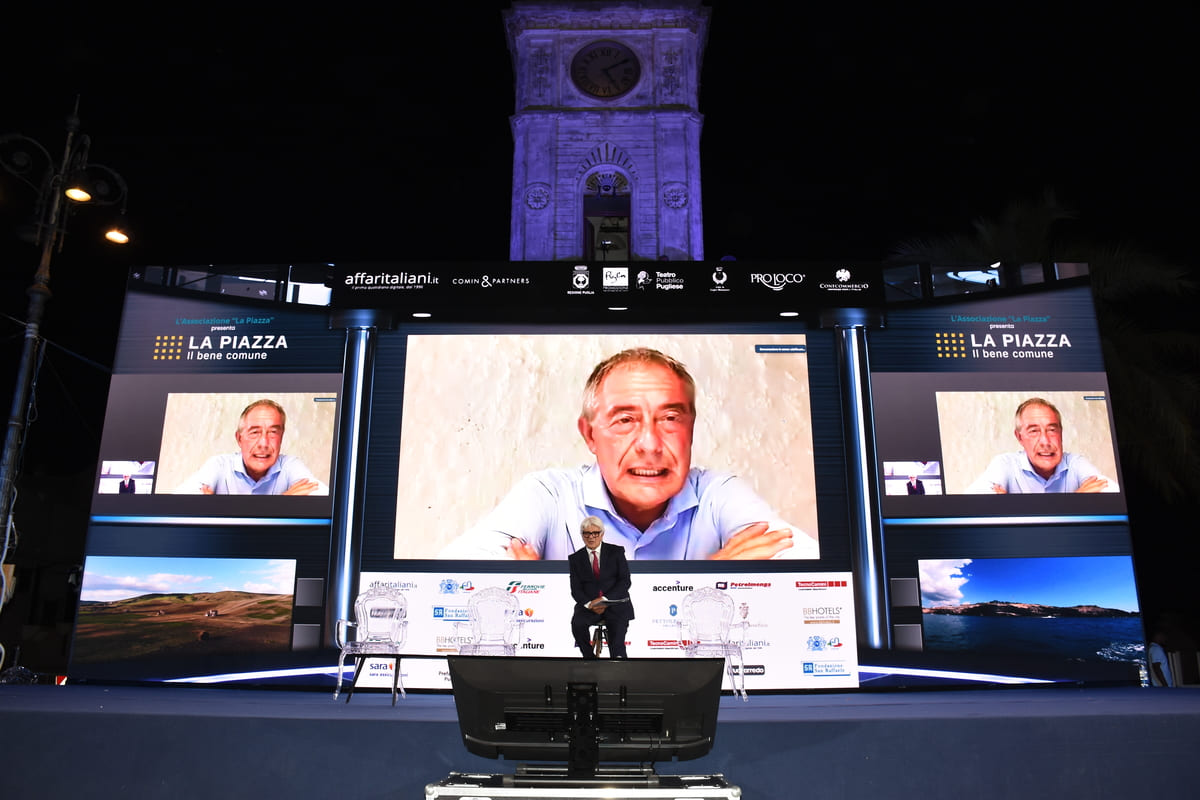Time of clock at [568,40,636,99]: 5:09
